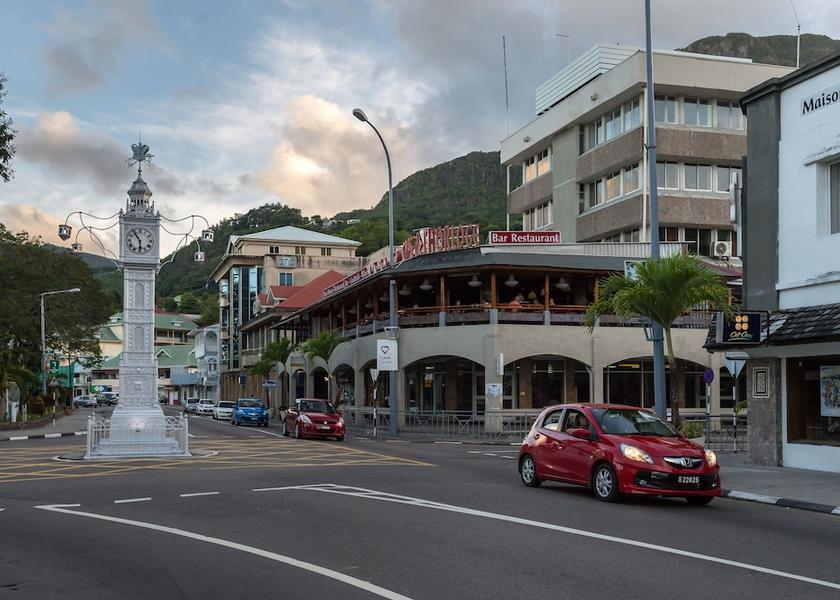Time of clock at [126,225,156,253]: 5:54
